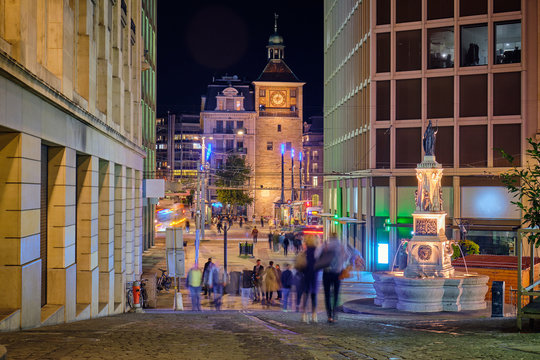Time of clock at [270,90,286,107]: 9:01
